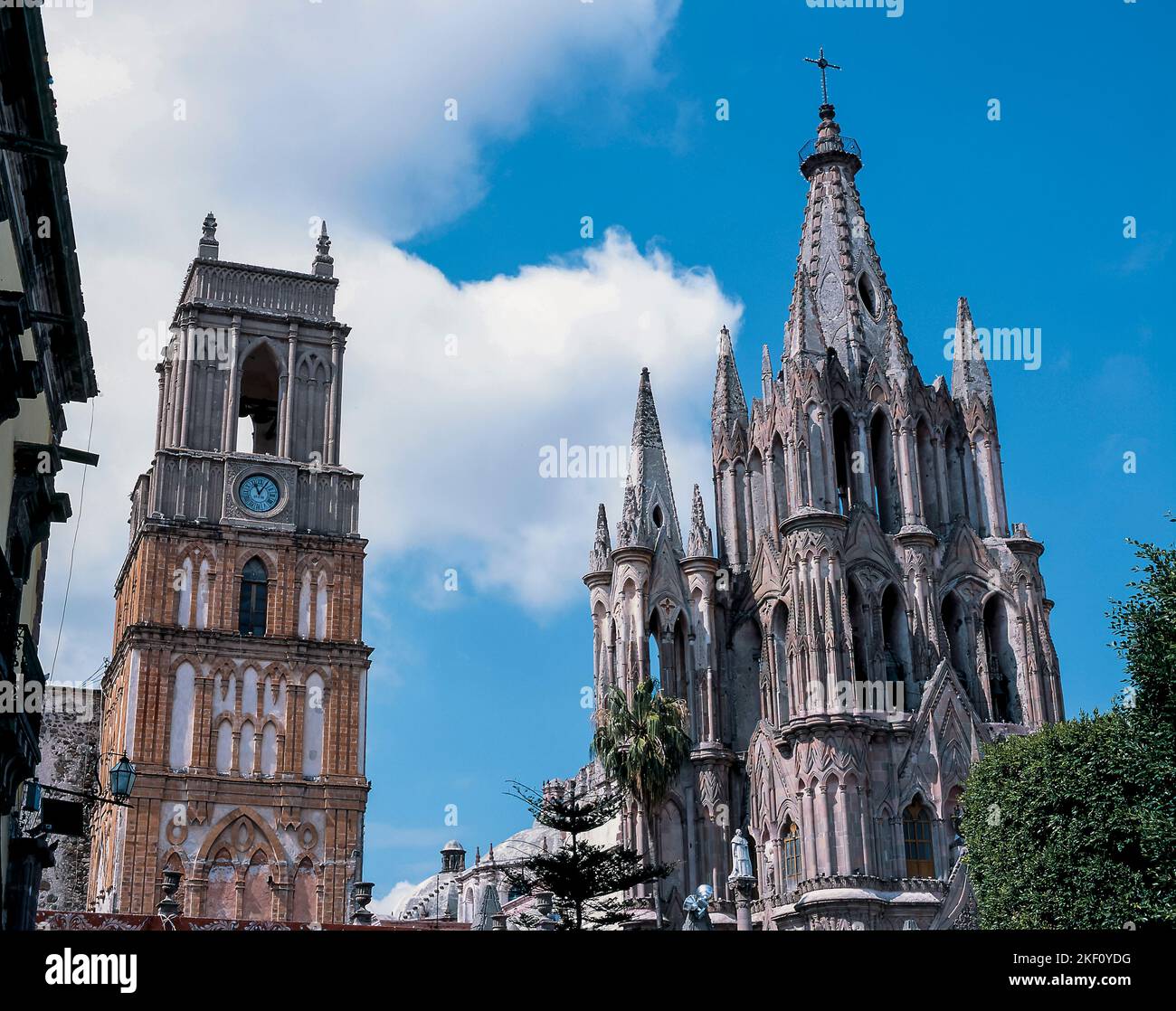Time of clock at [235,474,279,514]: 11:05
